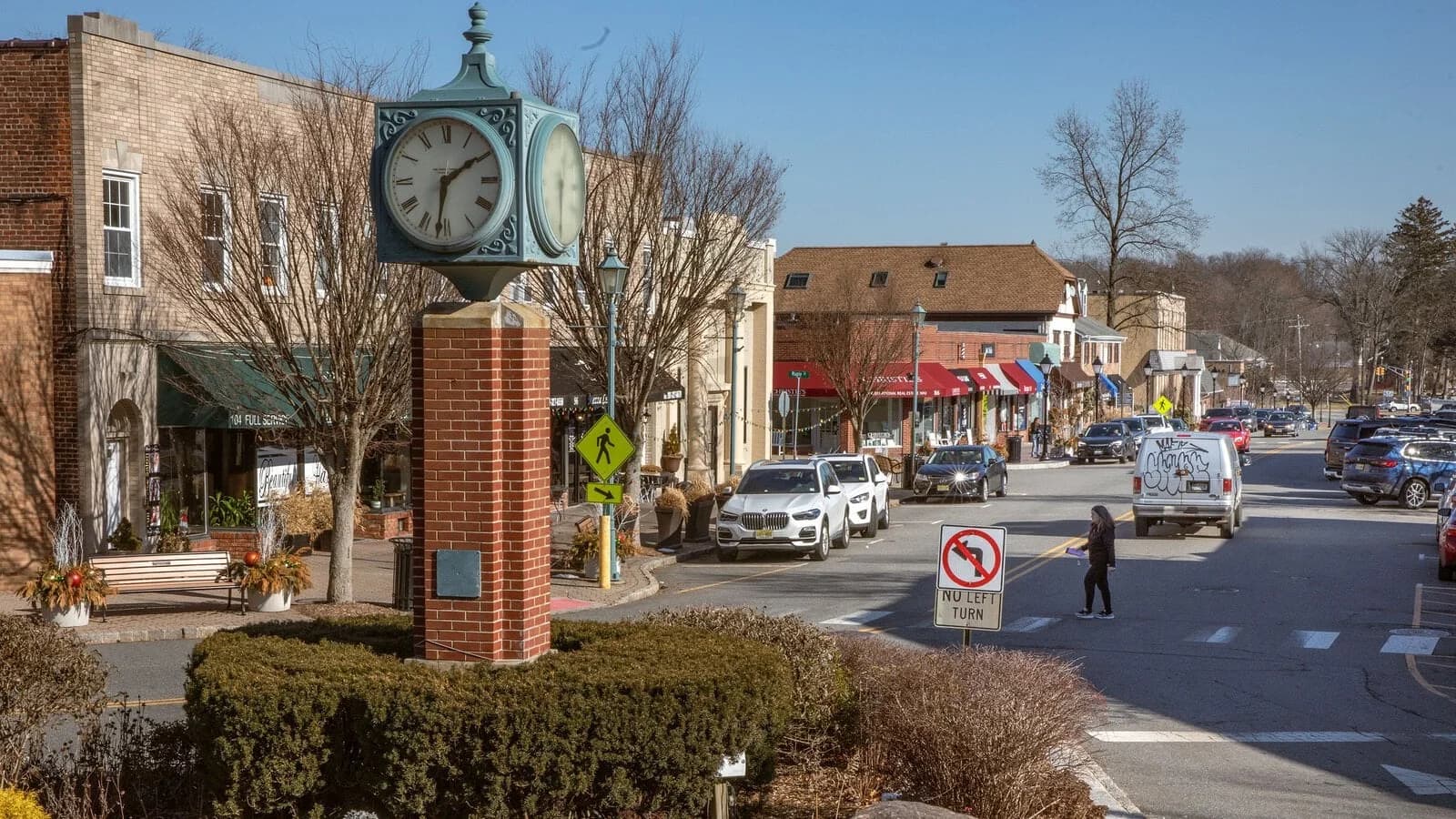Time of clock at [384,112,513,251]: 1:31
